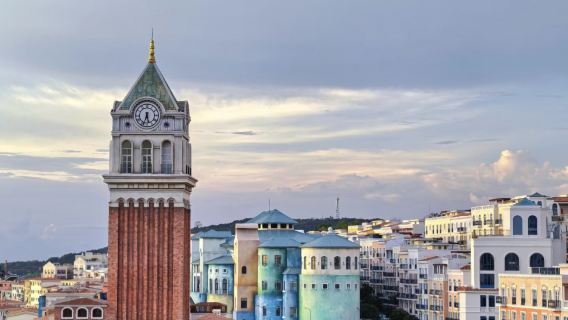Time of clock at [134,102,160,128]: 5:33
